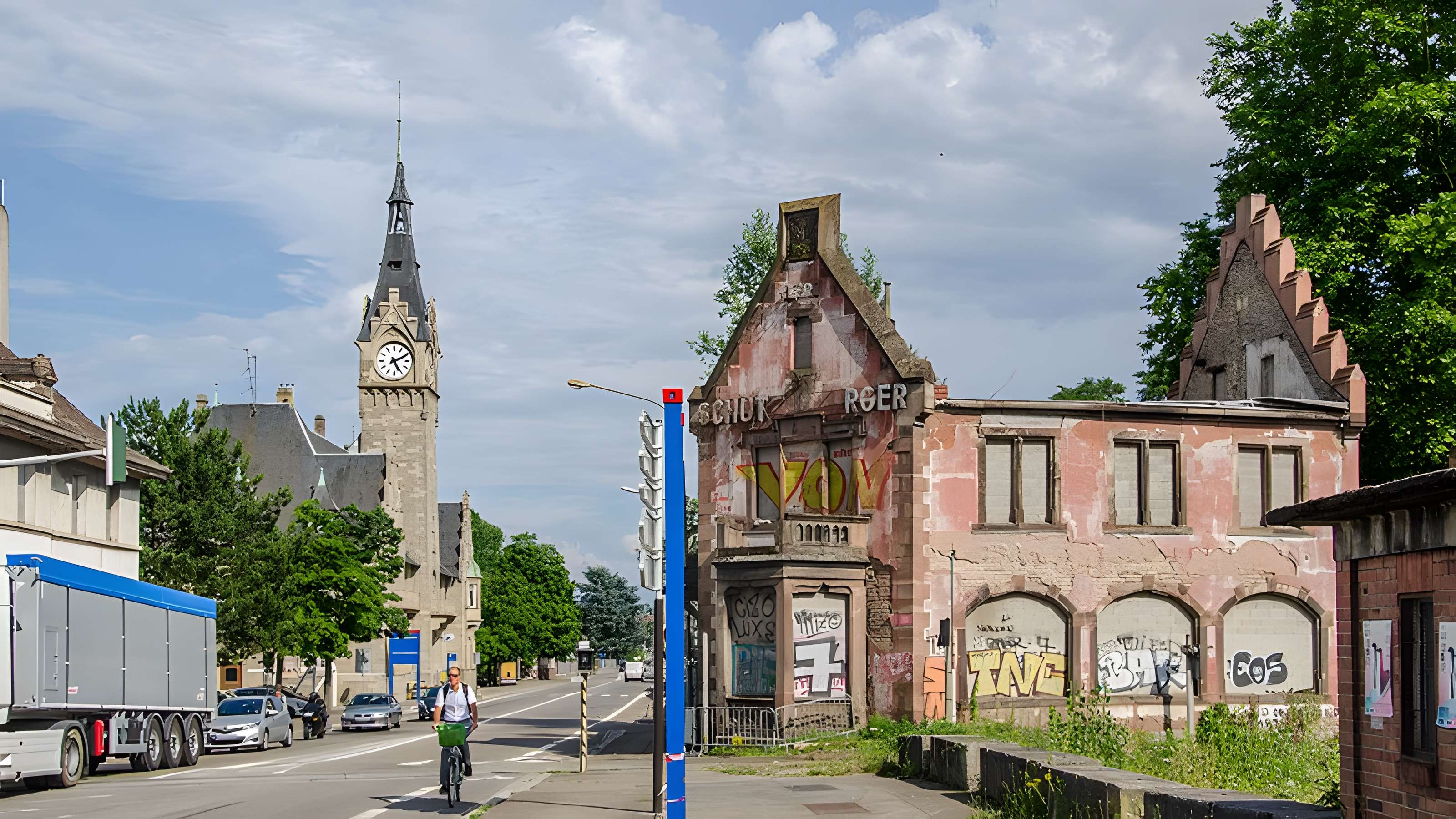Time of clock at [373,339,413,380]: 5:10
